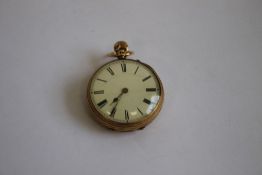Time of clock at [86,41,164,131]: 7:35
